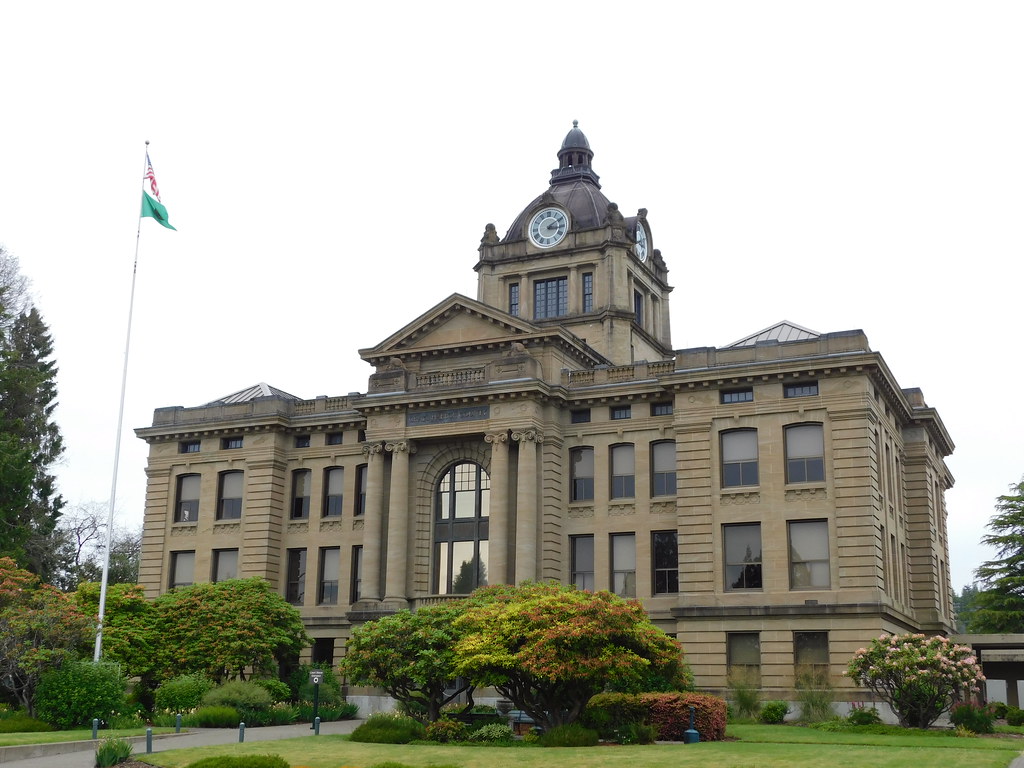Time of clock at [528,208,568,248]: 3:09
